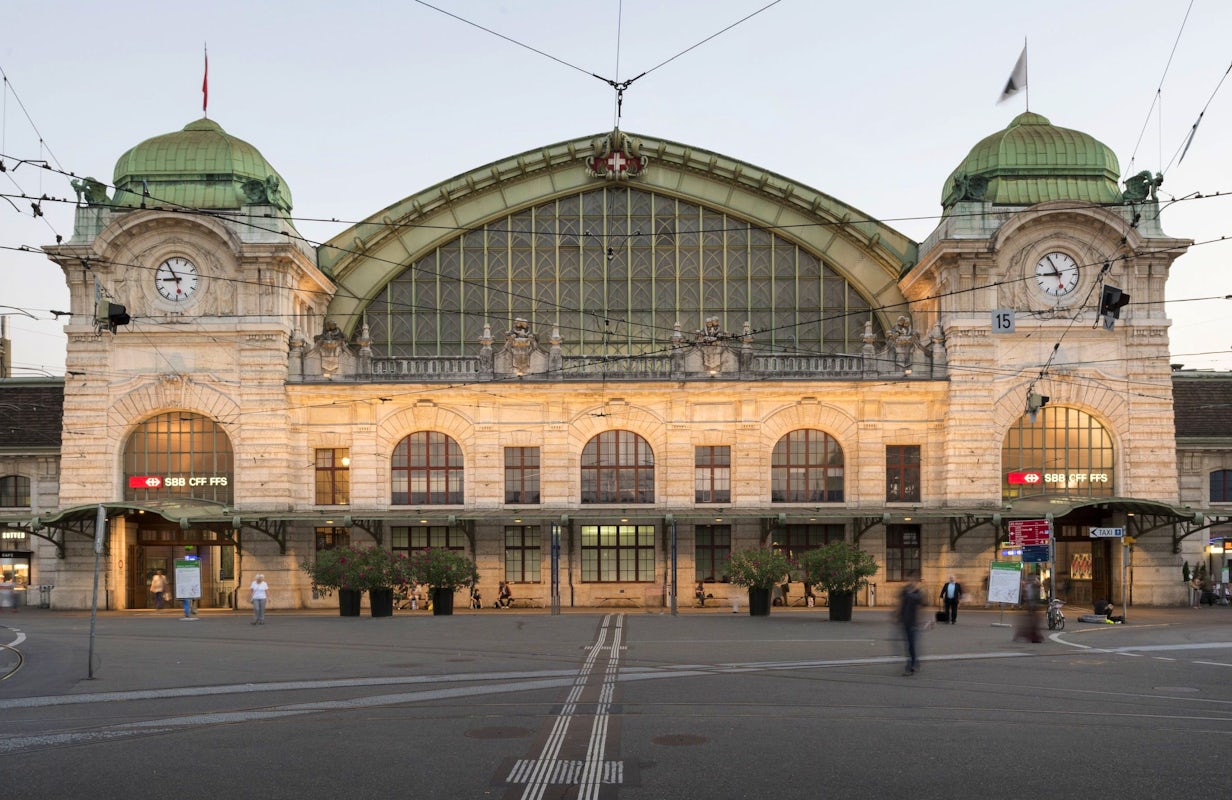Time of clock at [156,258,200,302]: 8:54
